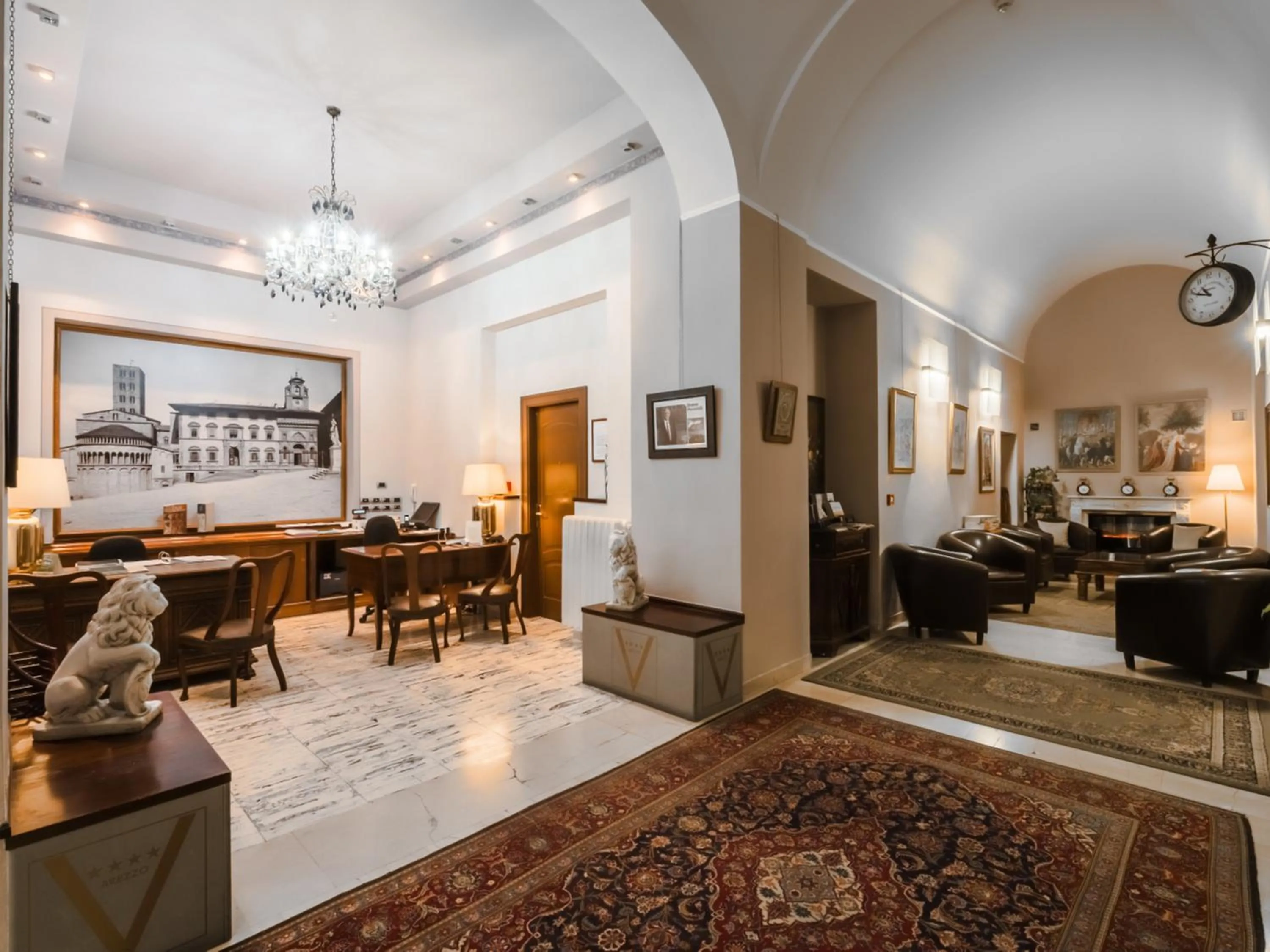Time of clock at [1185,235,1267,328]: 10:48
